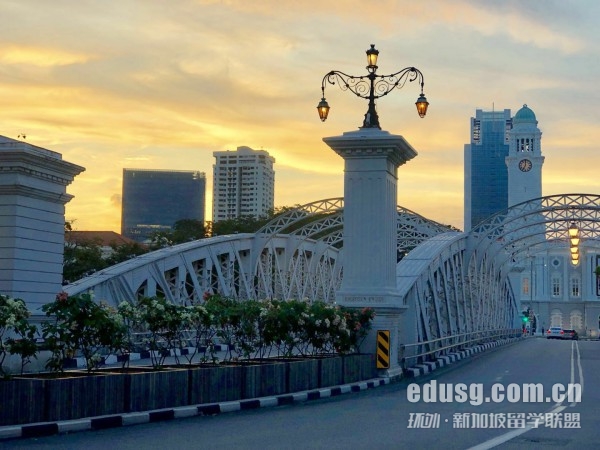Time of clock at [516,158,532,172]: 7:00
